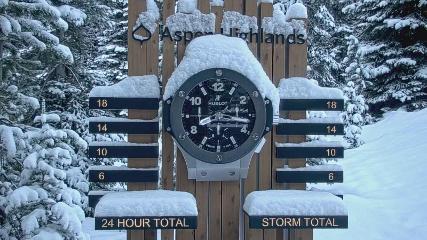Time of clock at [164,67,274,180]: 8:16
